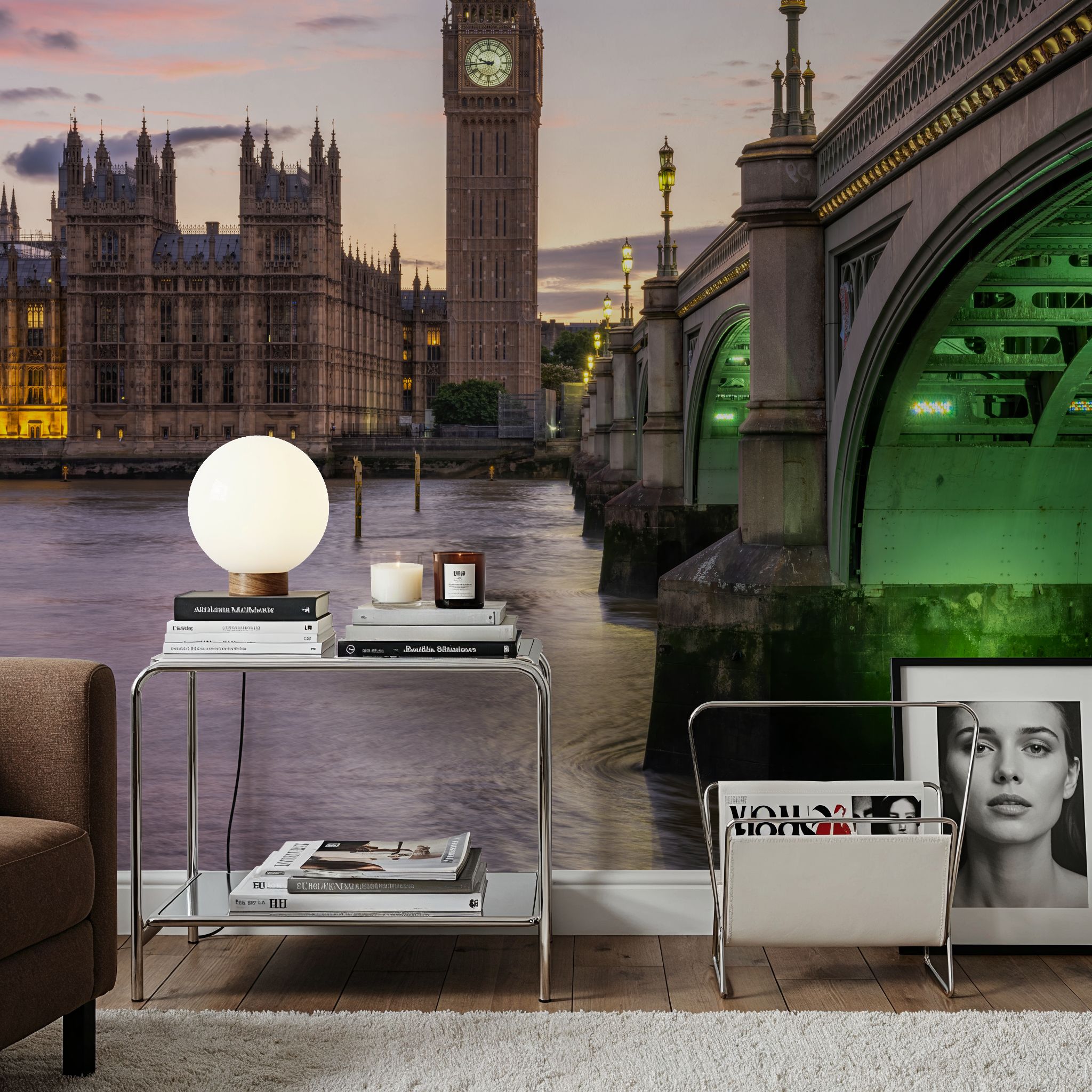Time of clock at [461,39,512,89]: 9:43
